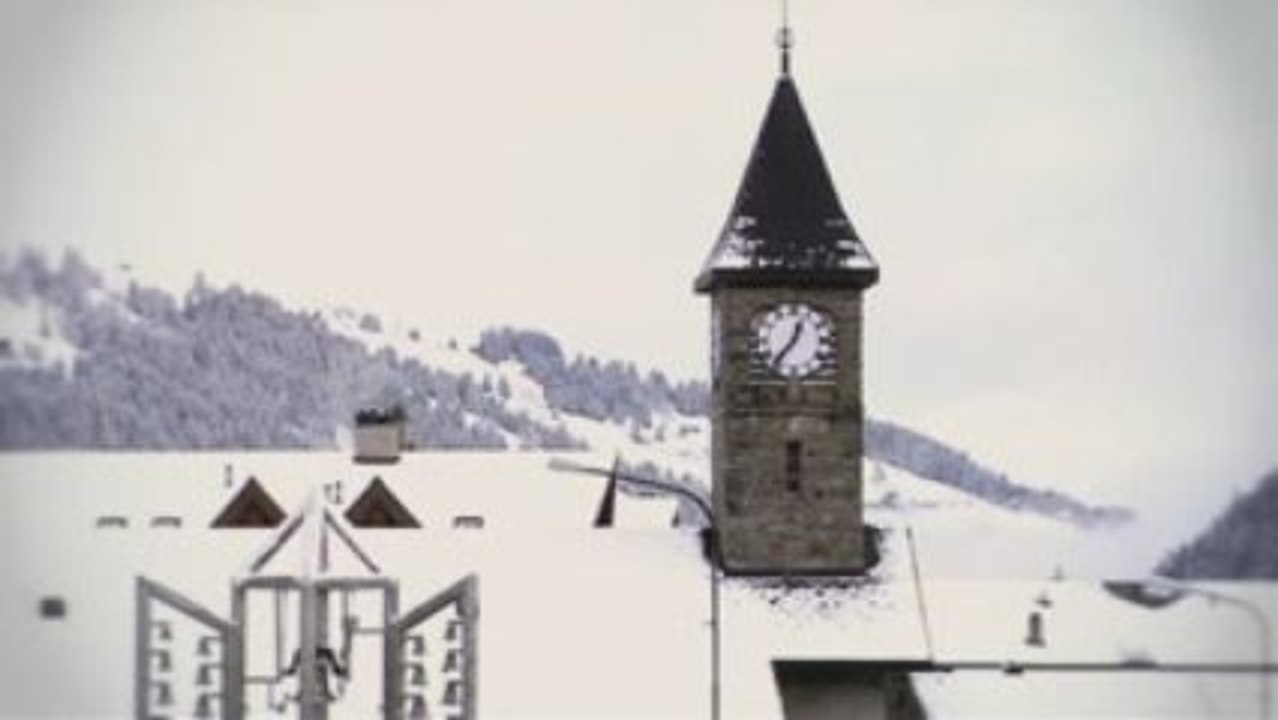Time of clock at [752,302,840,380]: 12:36
